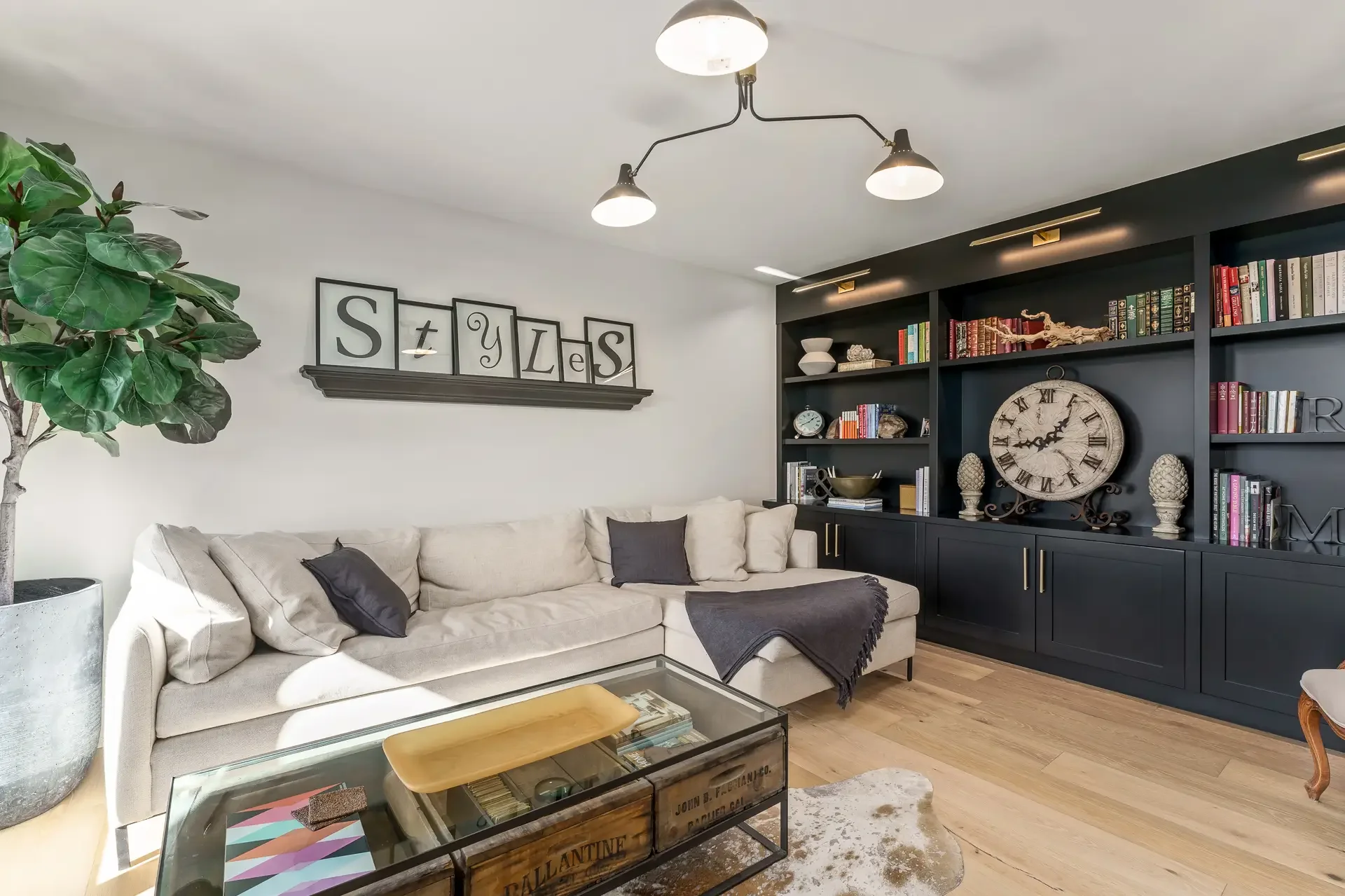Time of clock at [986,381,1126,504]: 1:43
